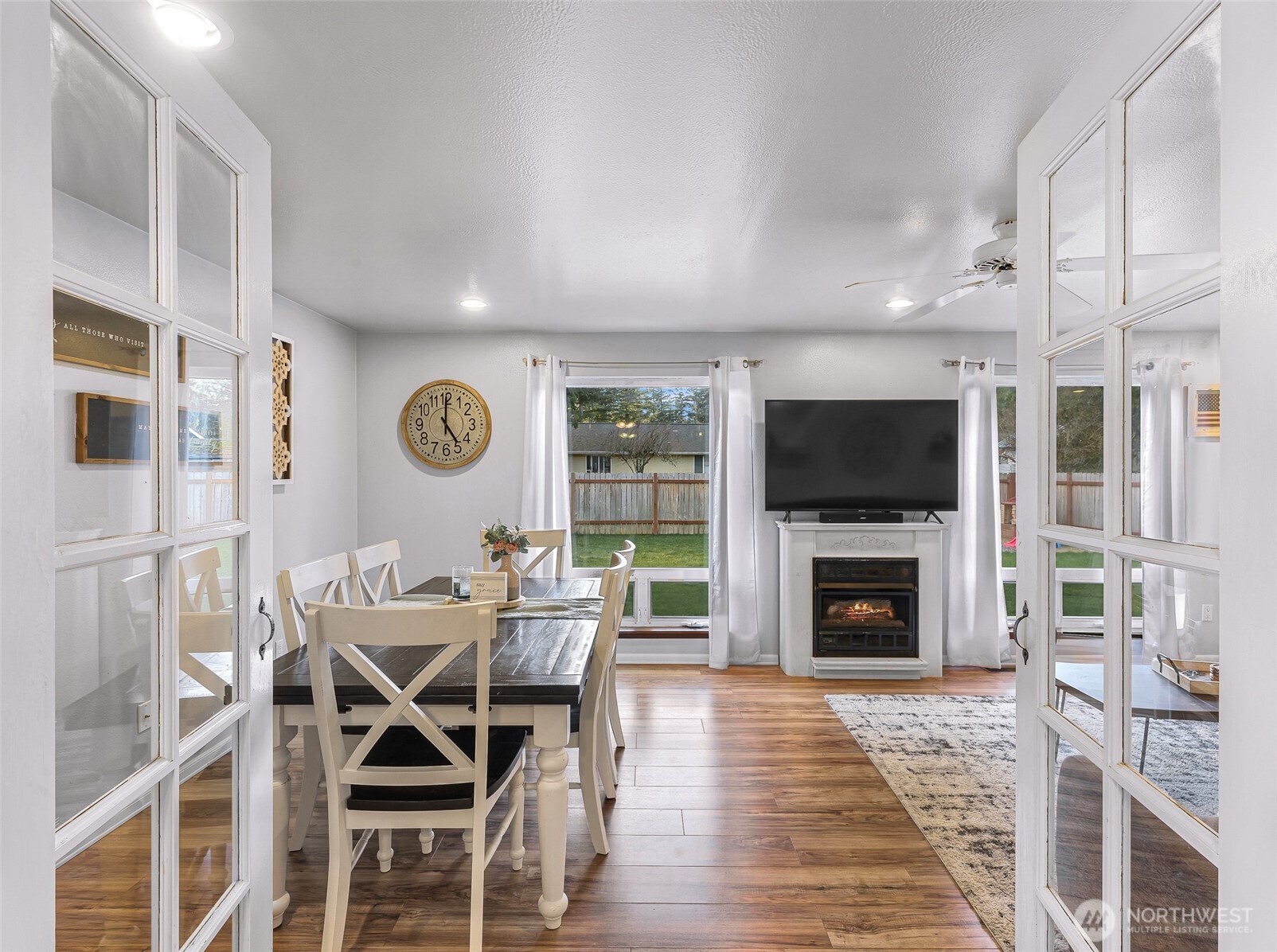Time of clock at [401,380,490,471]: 5:00
